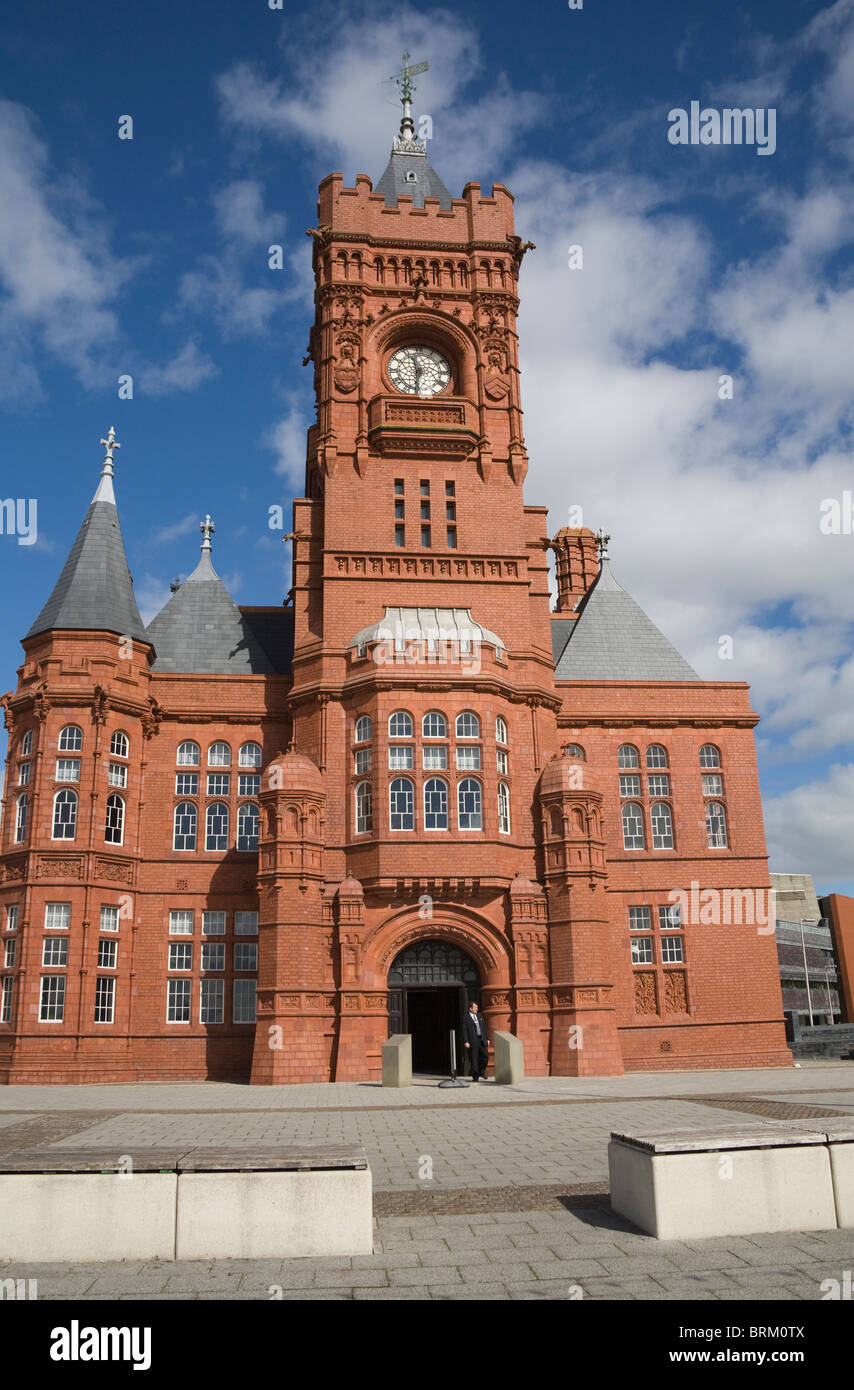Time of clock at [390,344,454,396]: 11:31
